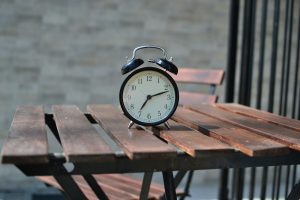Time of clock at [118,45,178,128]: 7:12
